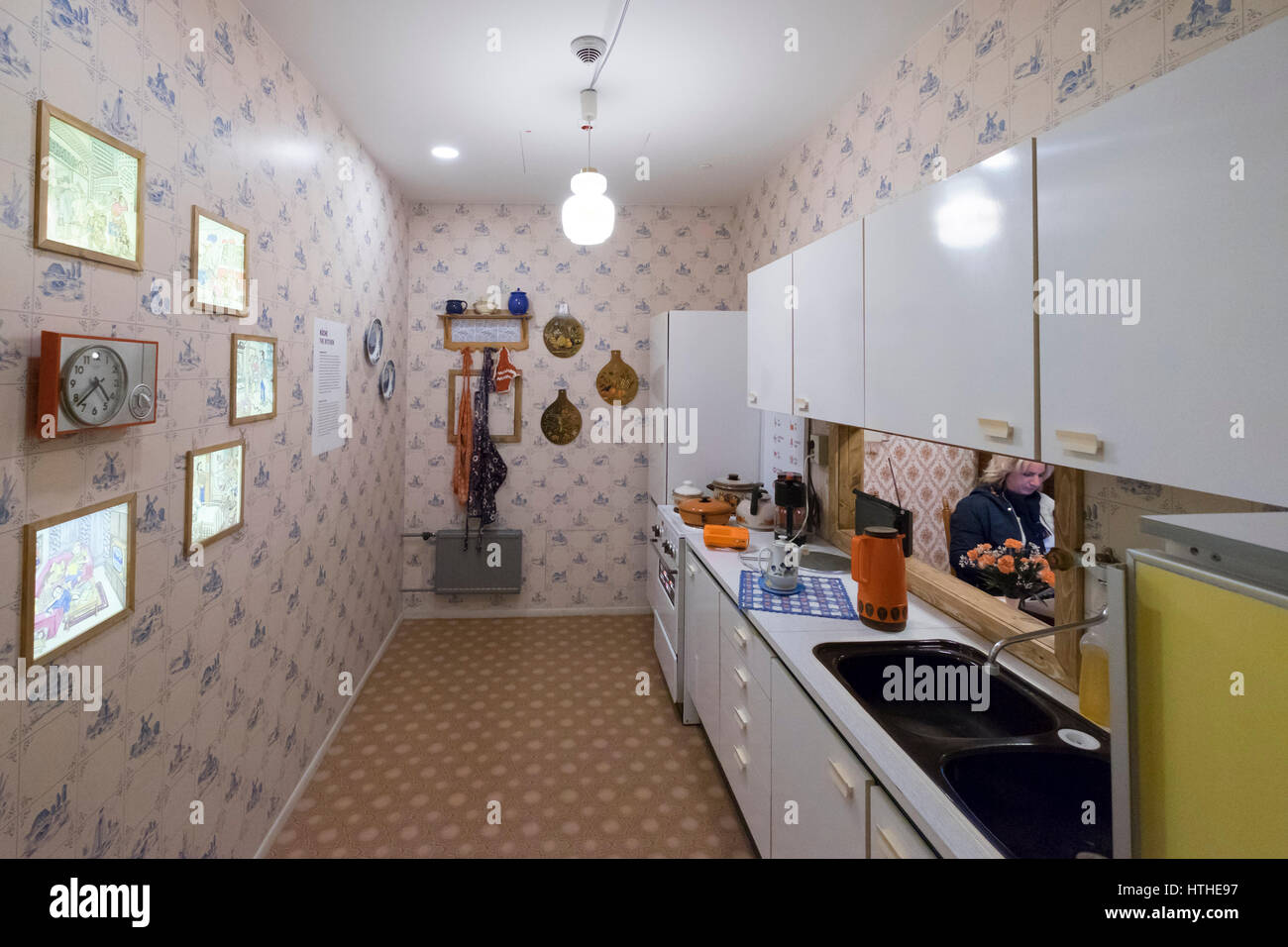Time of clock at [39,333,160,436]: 4:38
